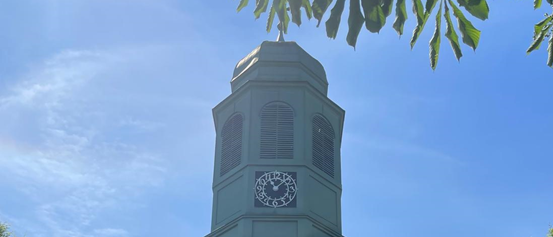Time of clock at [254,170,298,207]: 11:07
